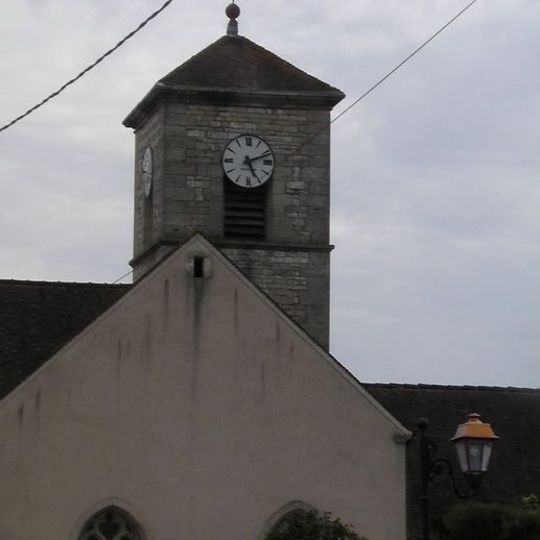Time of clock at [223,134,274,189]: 5:11
